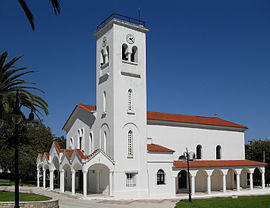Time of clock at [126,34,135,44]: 2:23
